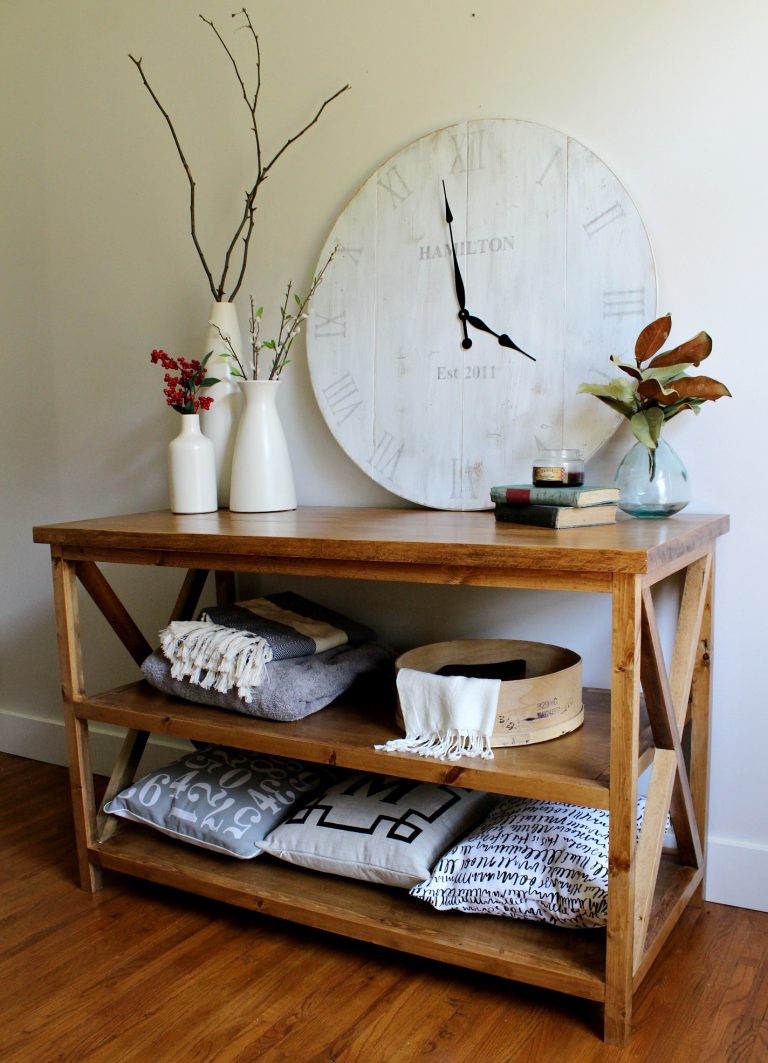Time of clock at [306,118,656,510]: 3:58
